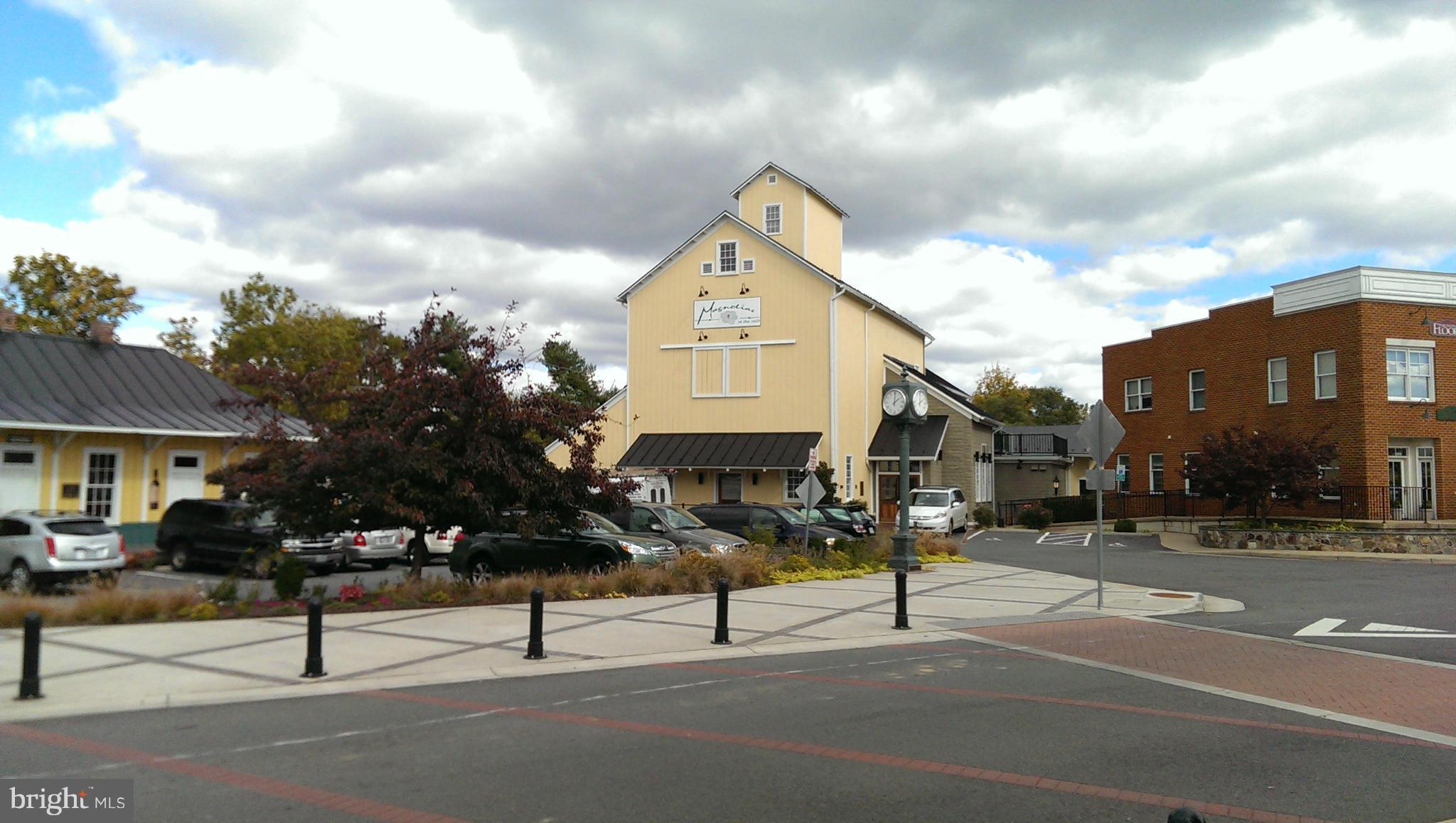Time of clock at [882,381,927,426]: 2:00
